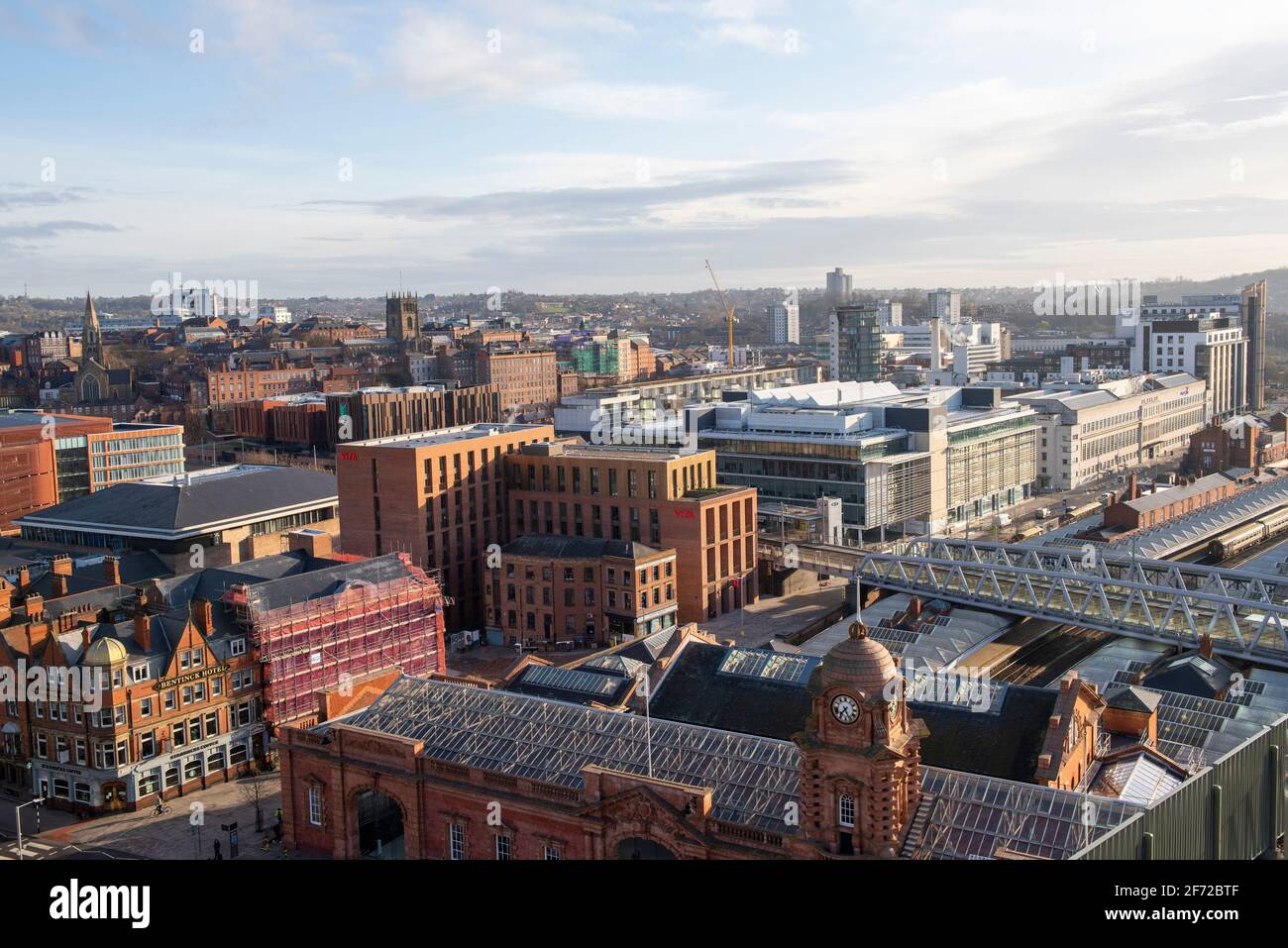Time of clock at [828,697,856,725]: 7:25
